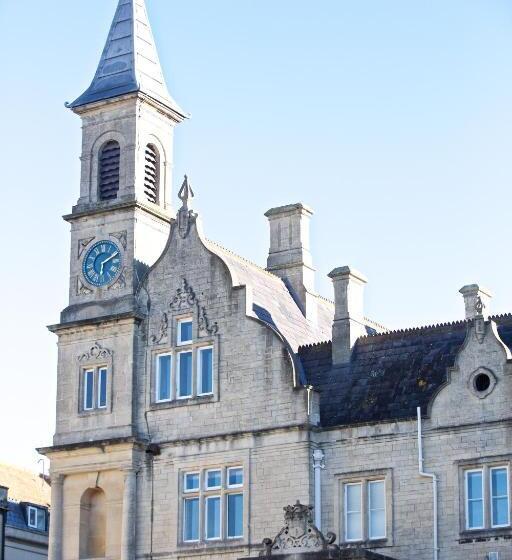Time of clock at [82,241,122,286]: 6:10
